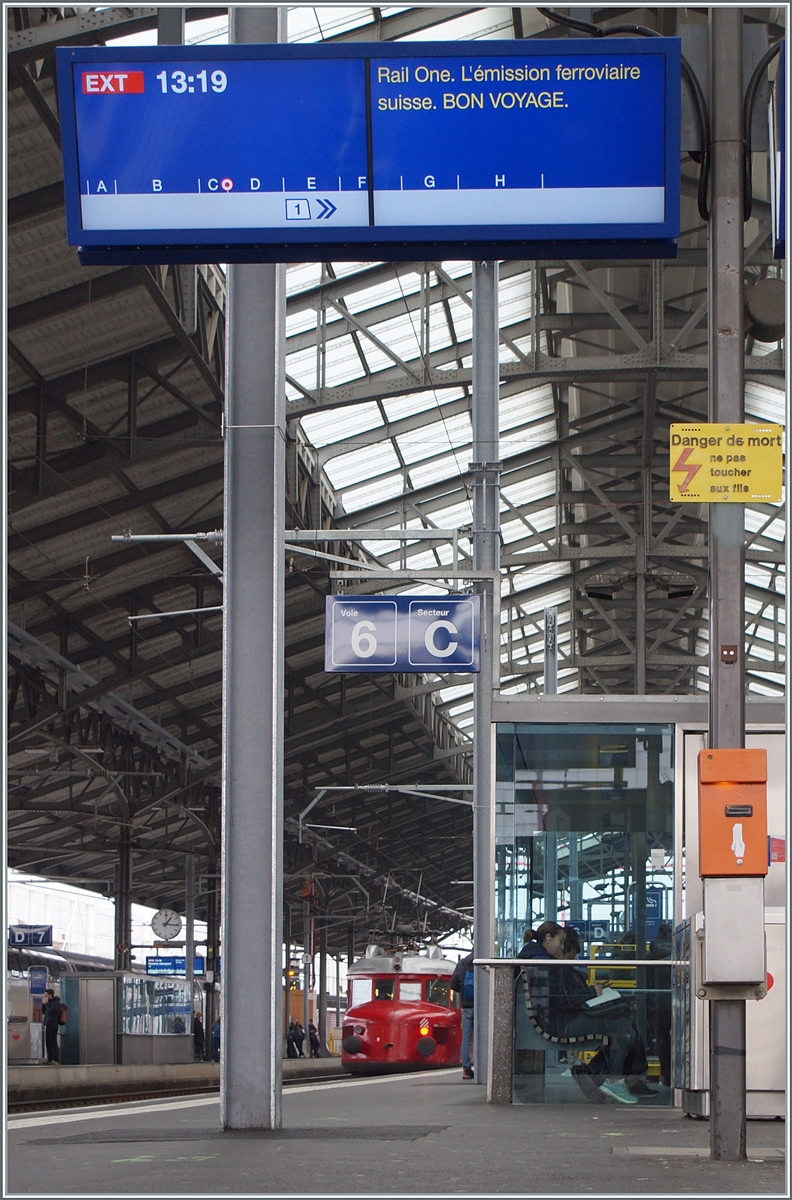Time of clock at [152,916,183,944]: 1:16
